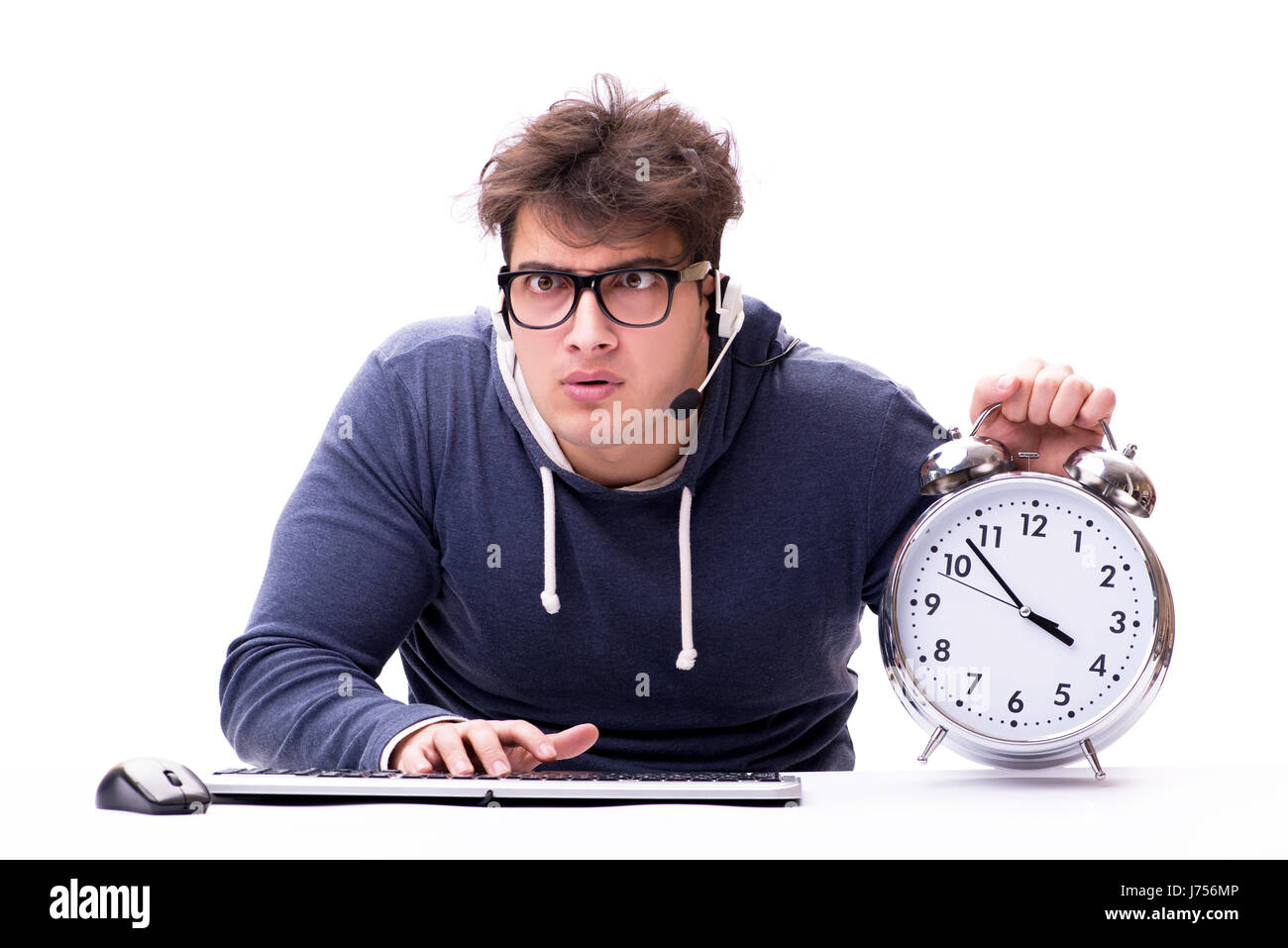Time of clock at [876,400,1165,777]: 3:52
